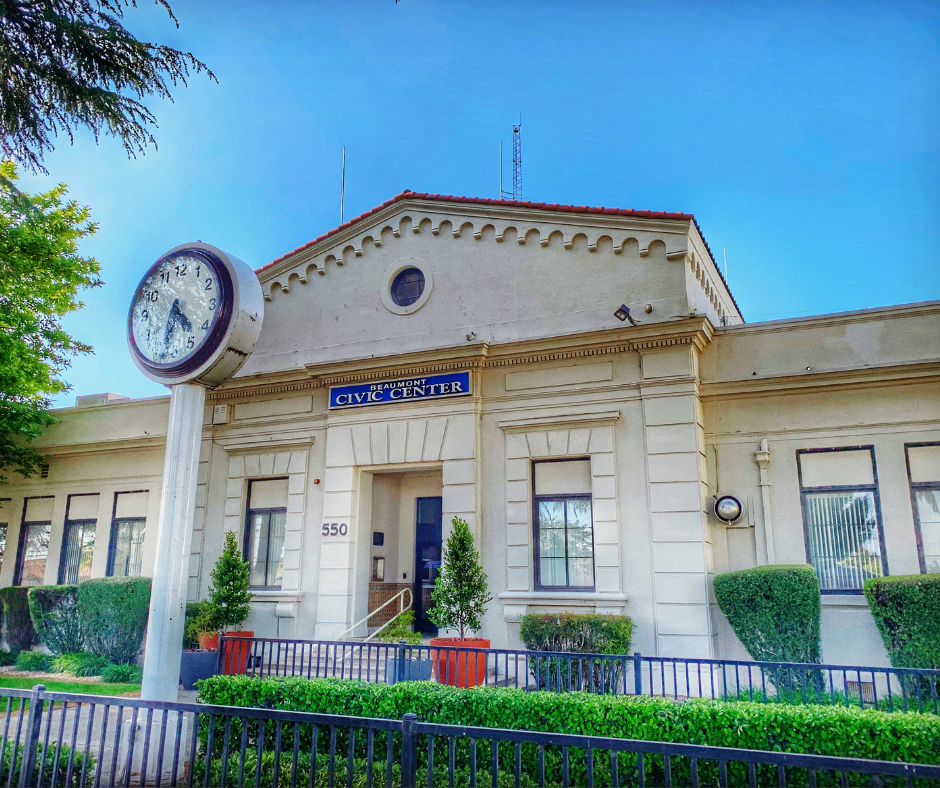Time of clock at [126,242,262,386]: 4:31
